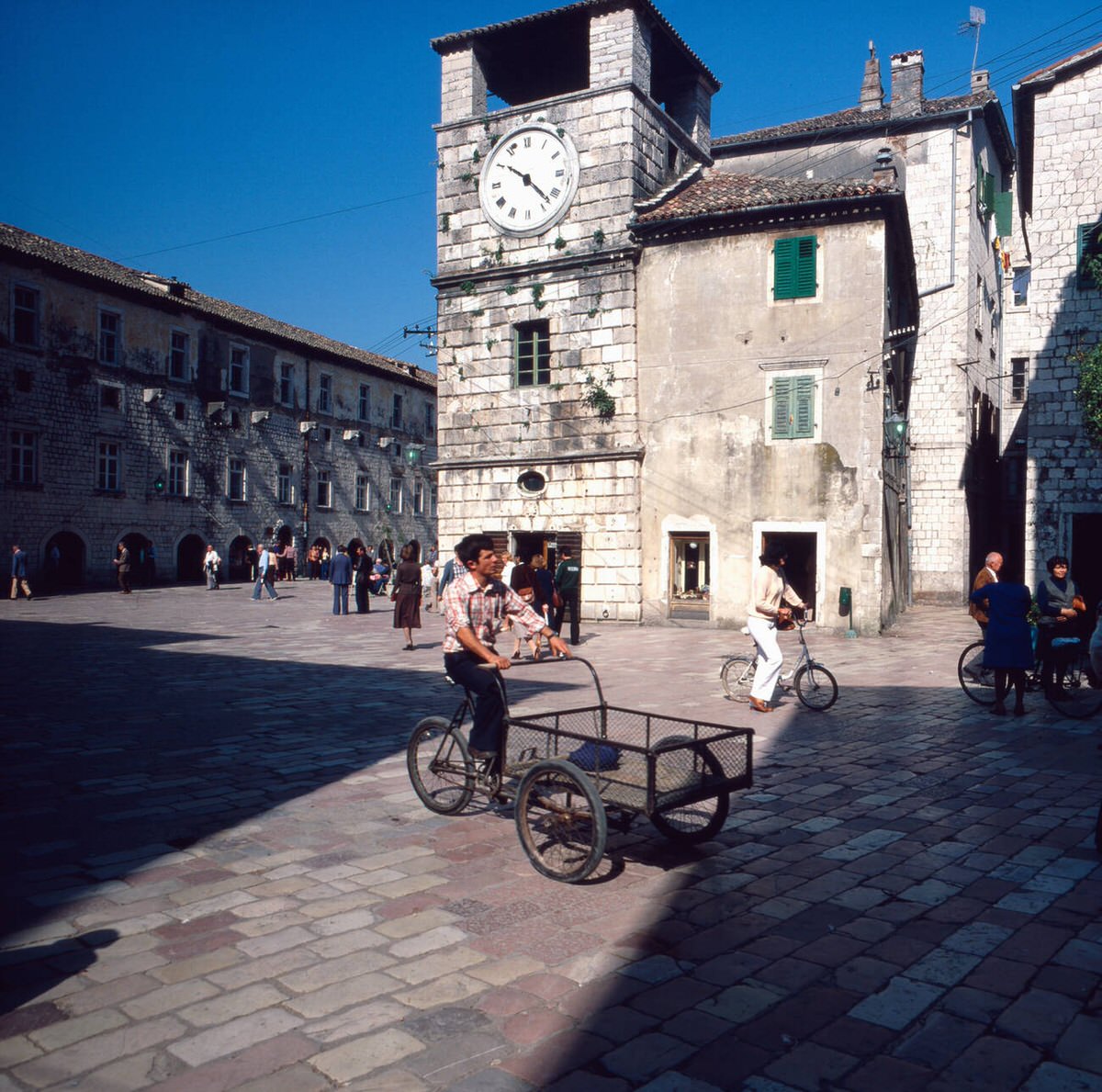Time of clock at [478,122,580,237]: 10:22
